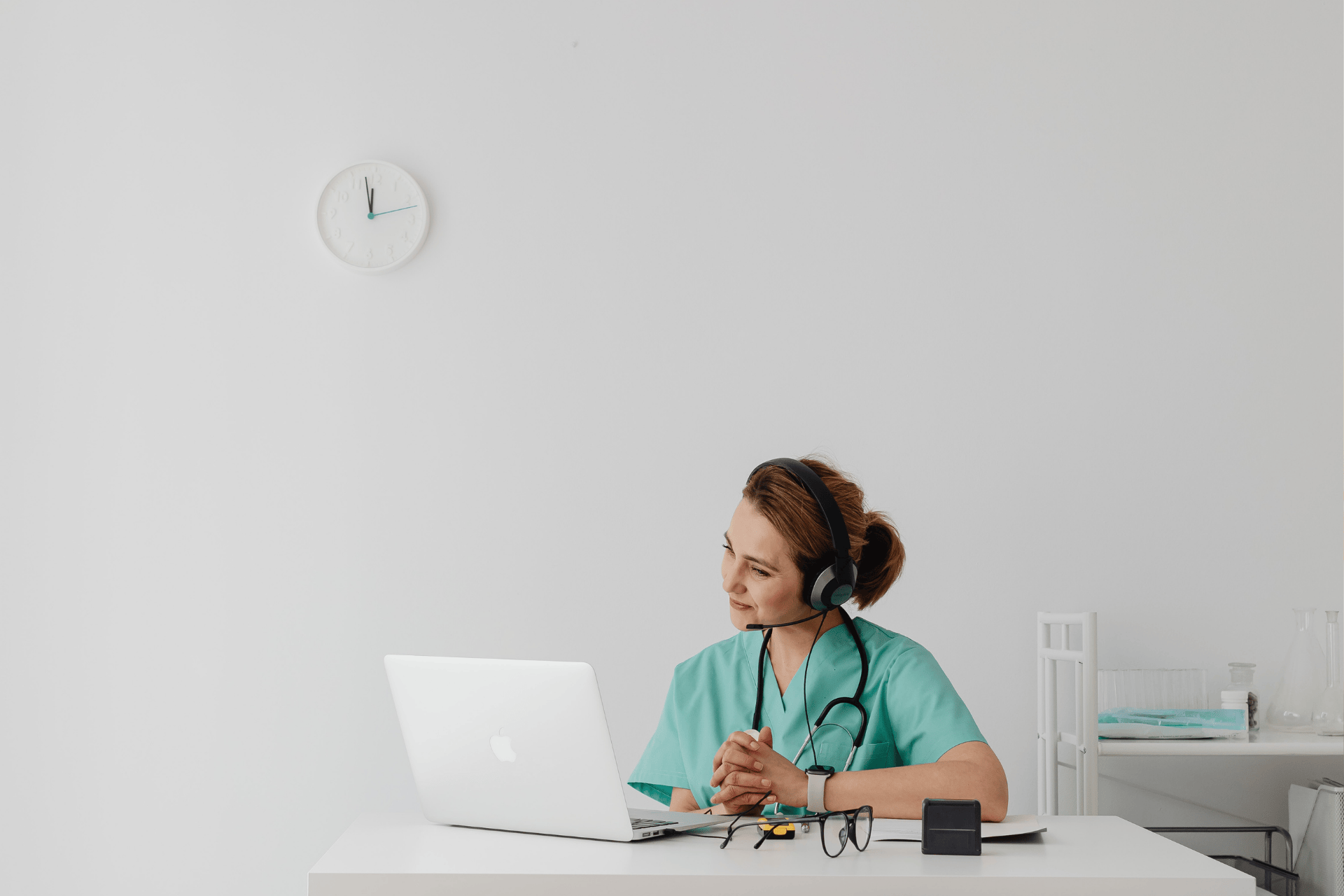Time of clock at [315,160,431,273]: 11:57
